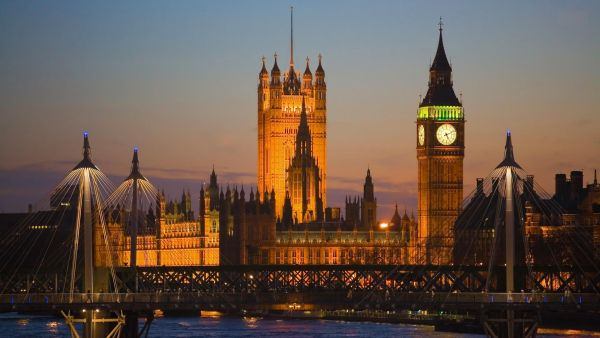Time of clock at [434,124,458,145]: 5:11
